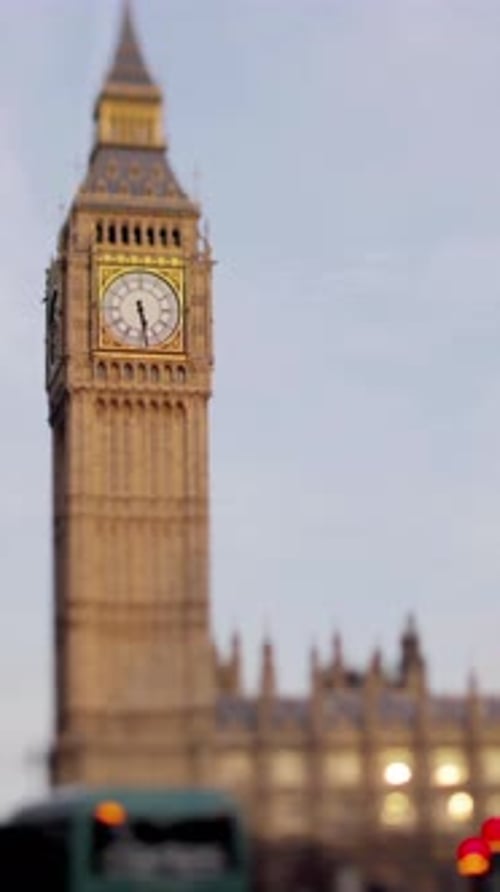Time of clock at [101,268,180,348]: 5:28
